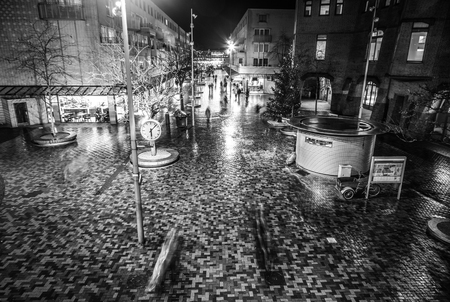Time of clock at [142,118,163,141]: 6:07
